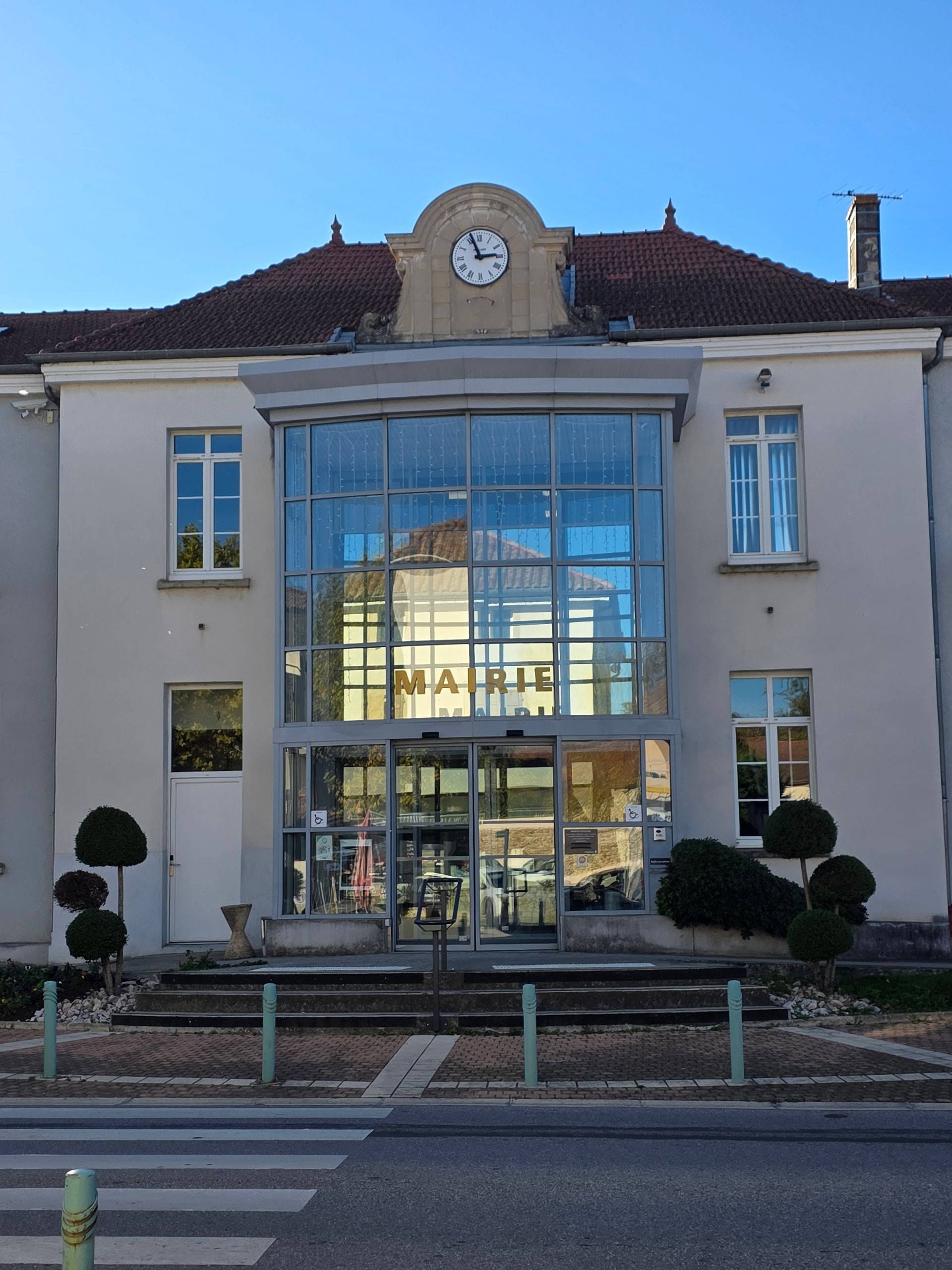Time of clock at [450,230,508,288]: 2:56
